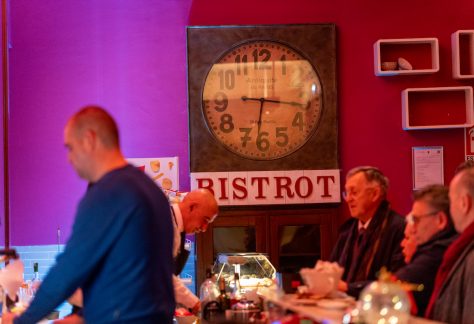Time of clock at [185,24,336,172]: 6:16
